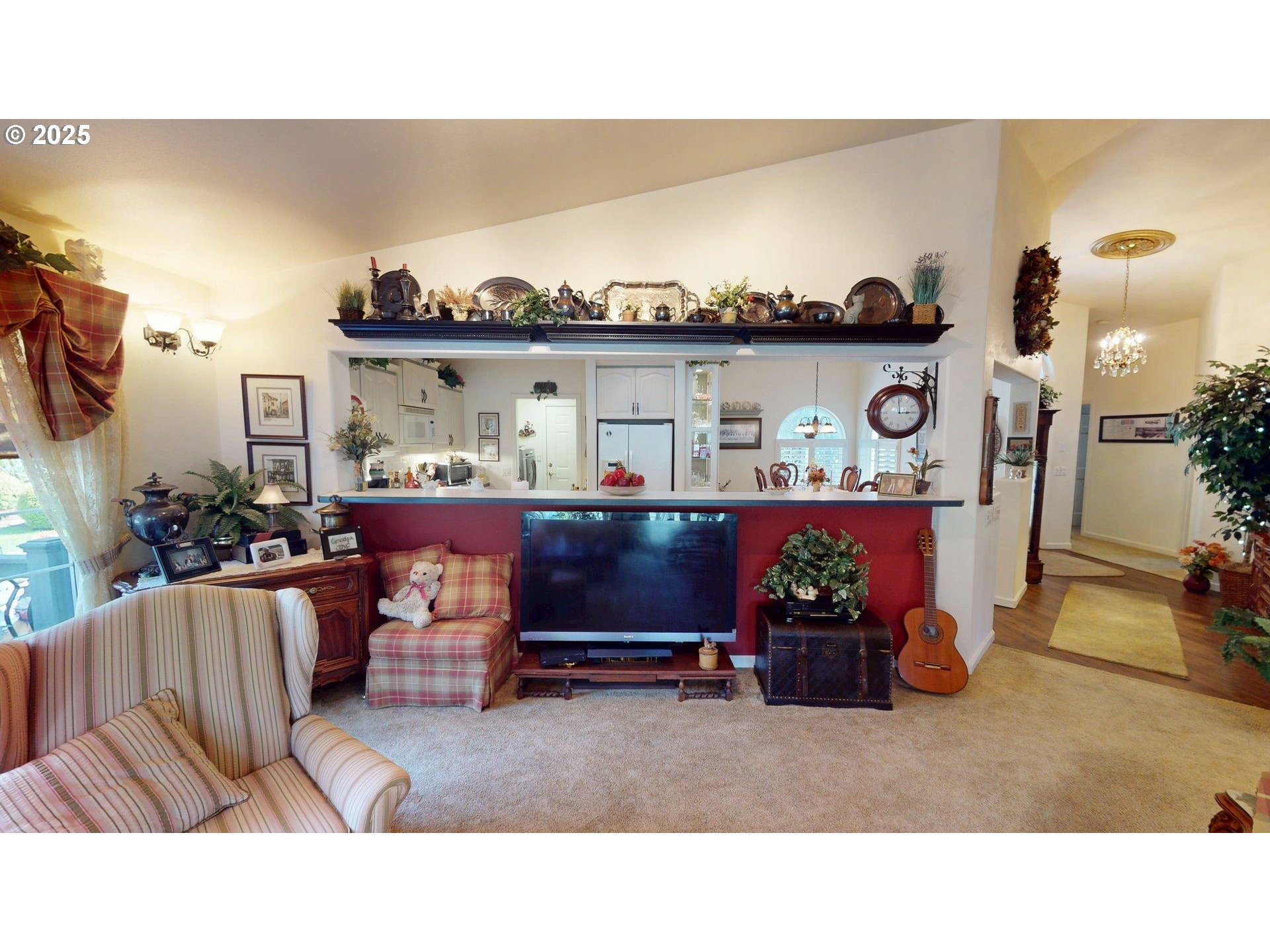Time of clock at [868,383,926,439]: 2:59
